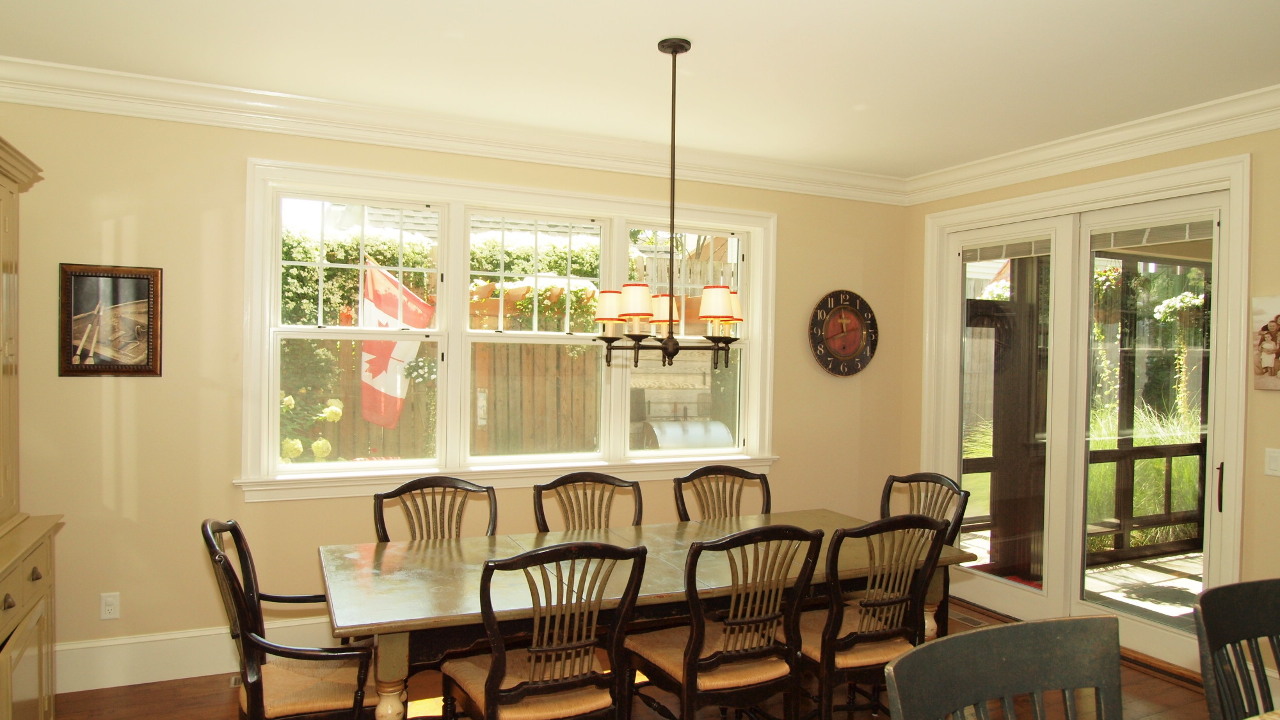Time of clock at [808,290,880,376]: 11:42
